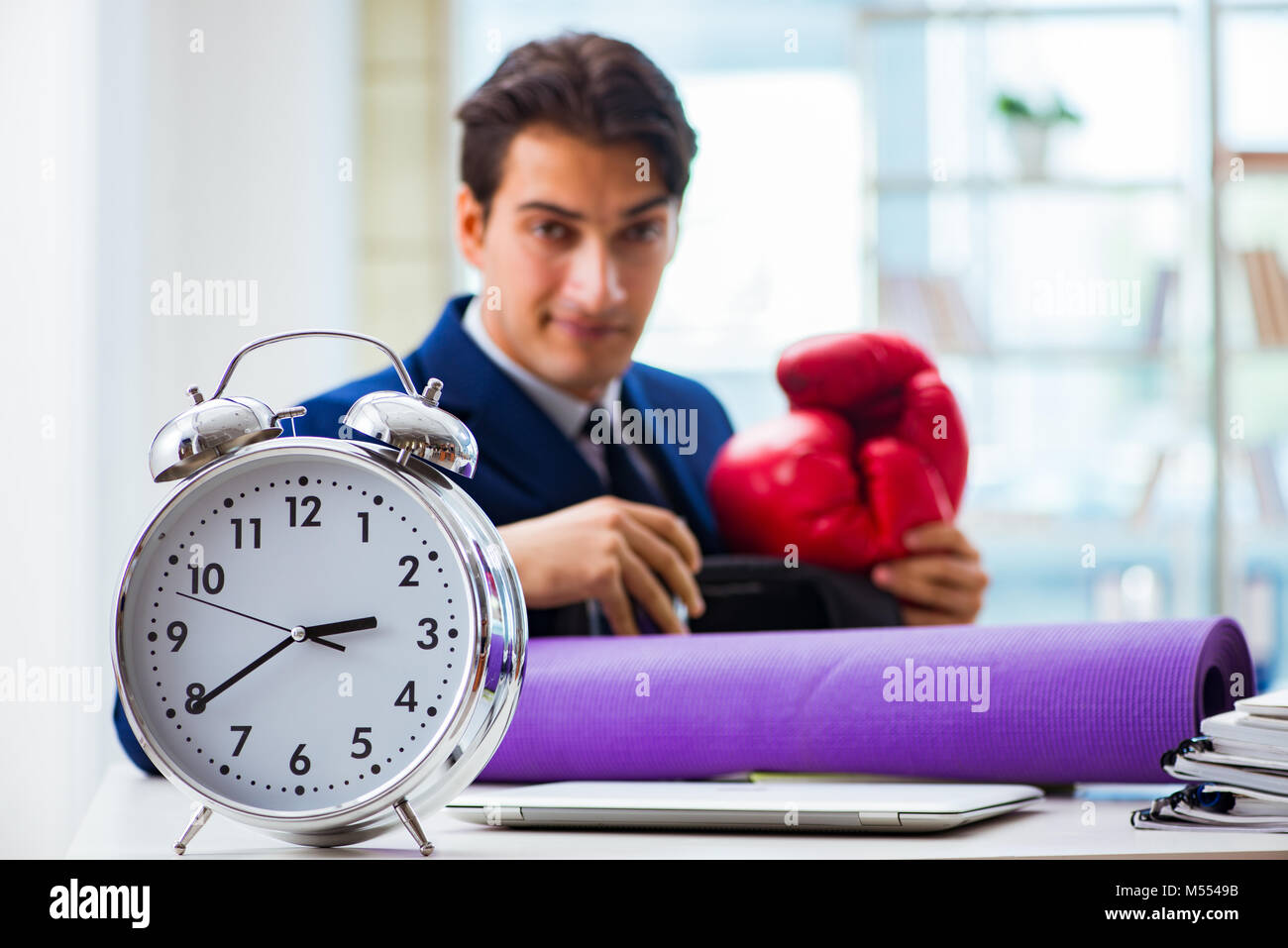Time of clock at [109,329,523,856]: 2:39
